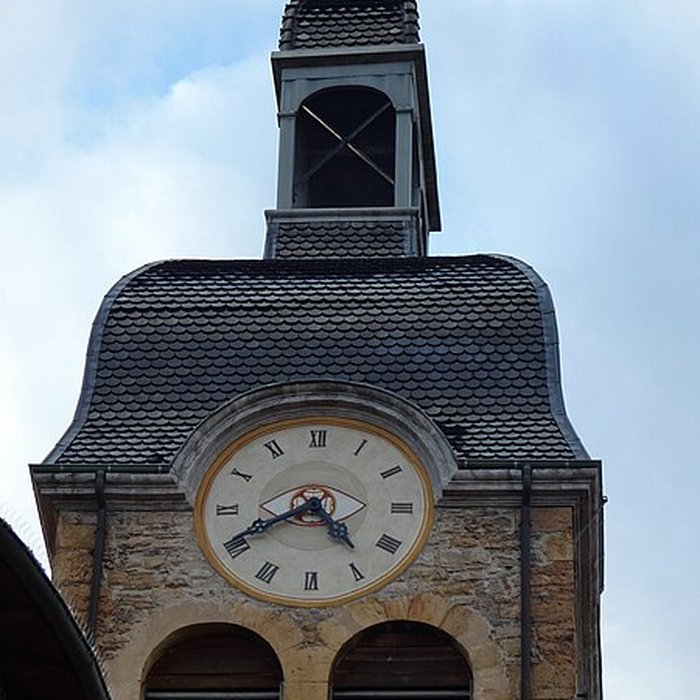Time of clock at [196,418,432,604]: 4:40
